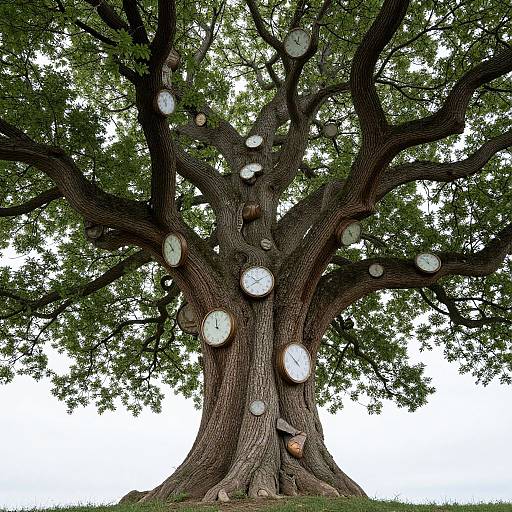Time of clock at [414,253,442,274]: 11:52
